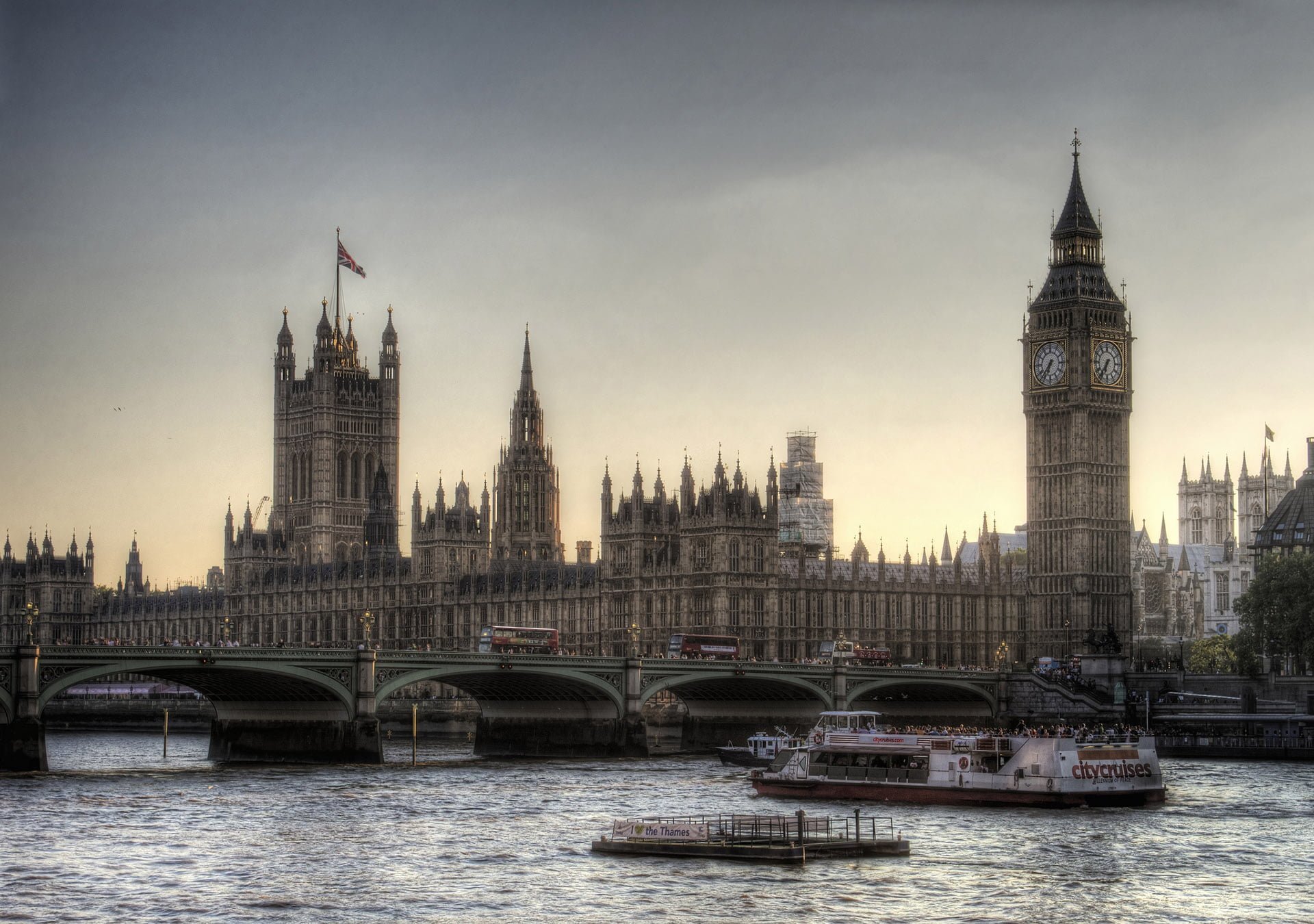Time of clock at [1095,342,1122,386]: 6:36
